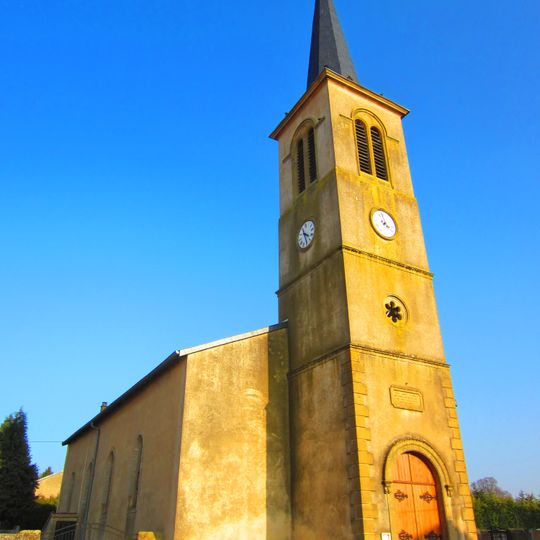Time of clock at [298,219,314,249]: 3:24
